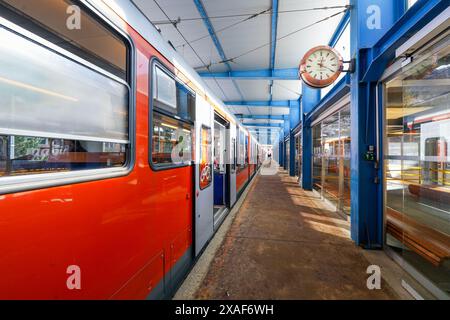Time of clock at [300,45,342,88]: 12:19
